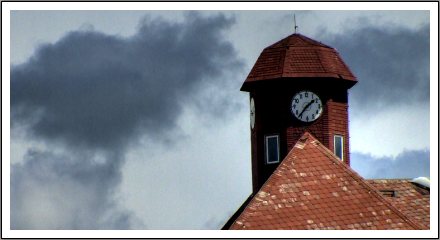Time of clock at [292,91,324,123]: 1:36
